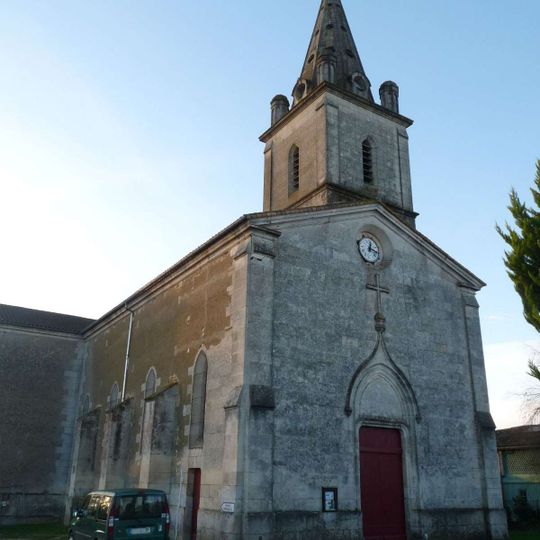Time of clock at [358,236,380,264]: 12:16
